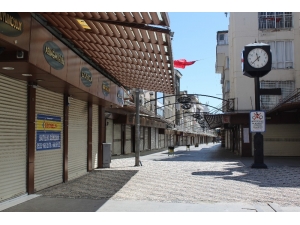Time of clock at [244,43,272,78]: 11:37
